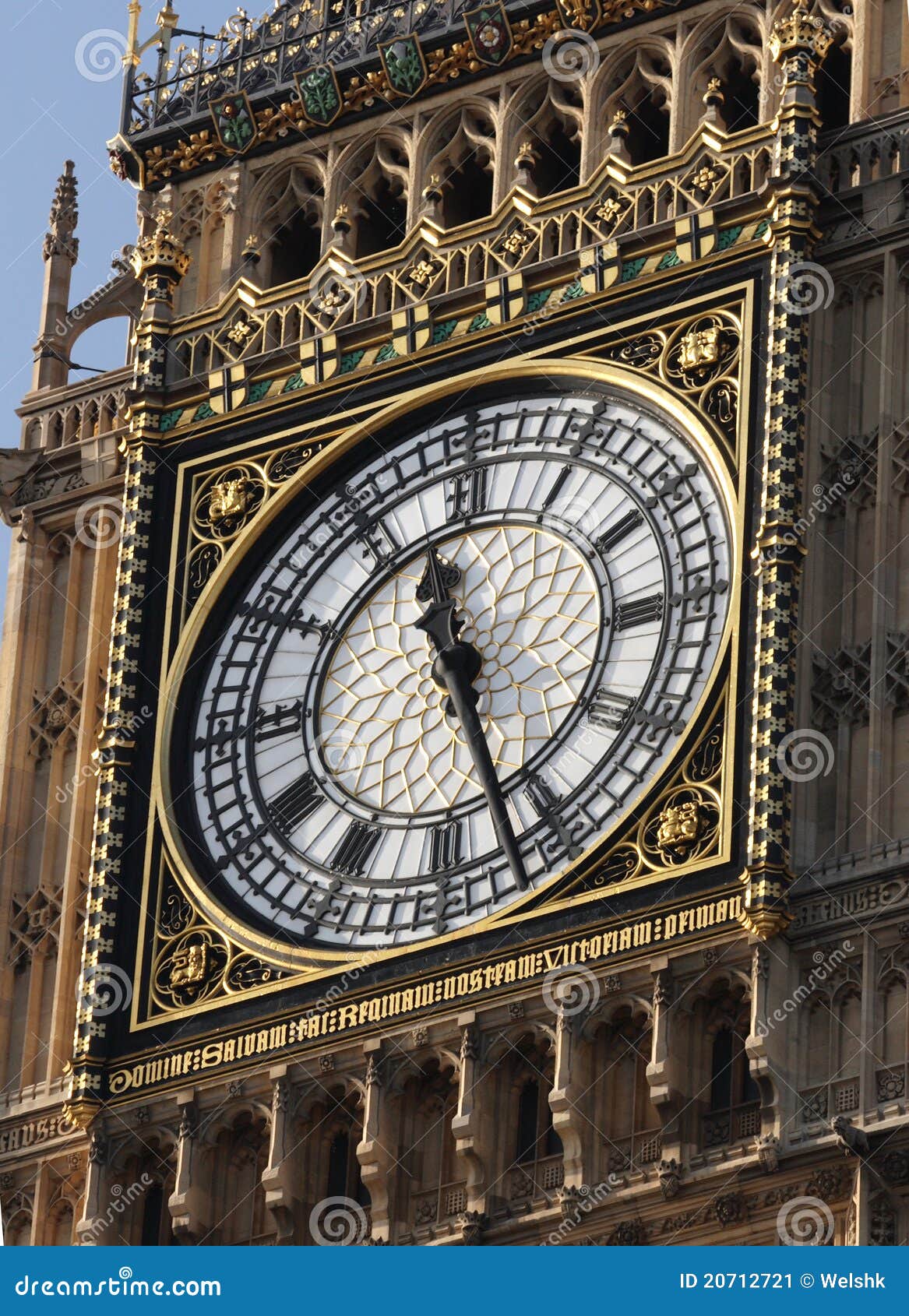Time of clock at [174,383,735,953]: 11:26
